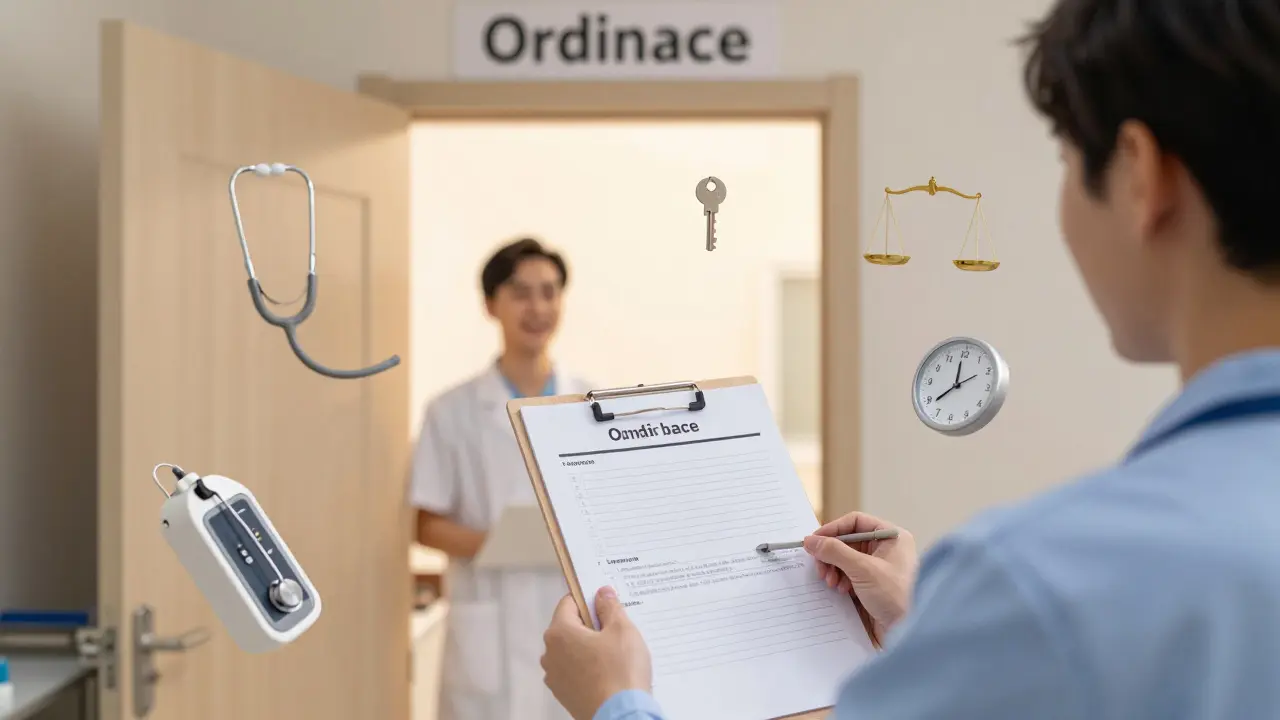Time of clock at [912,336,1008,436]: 11:38
